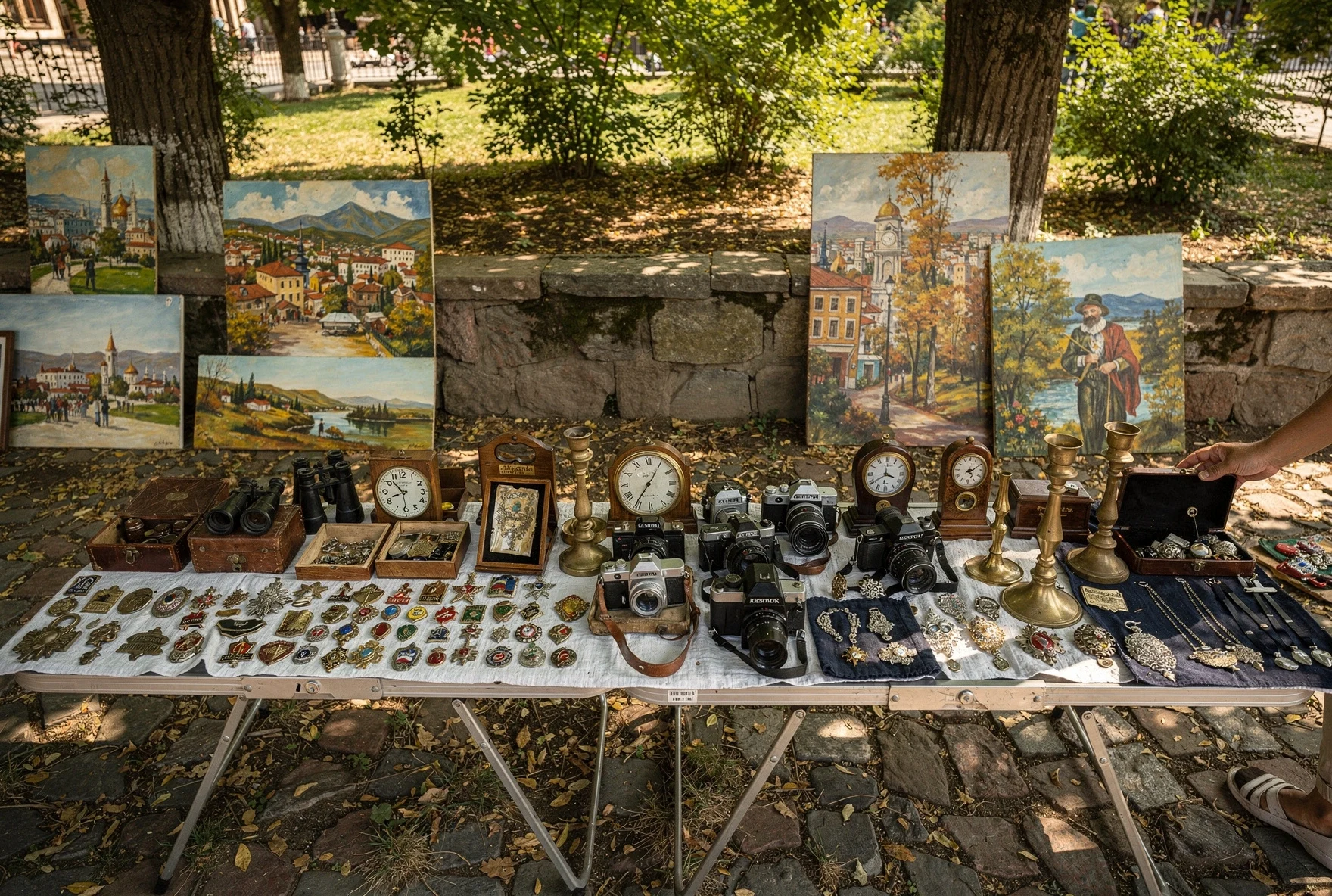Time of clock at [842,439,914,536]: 3:40
